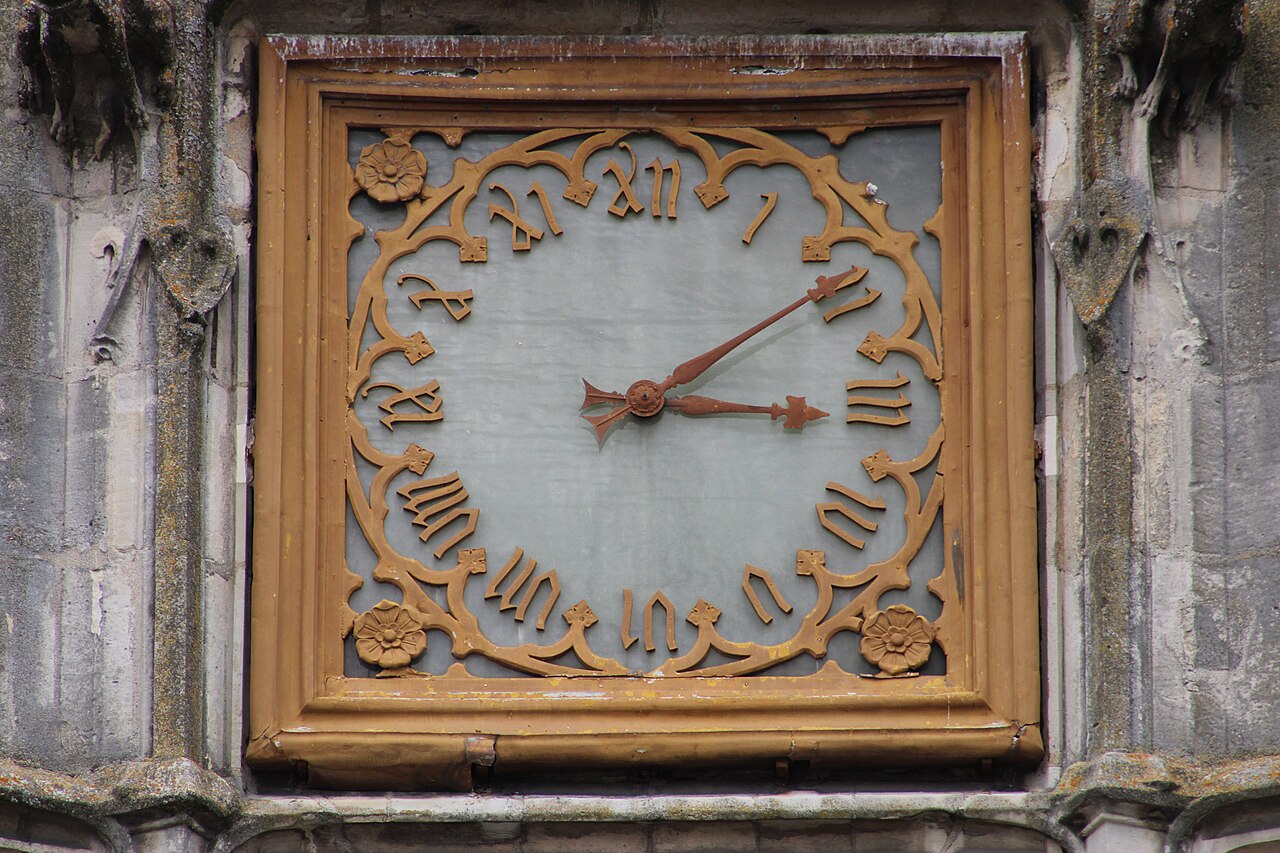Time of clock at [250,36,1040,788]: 3:09
